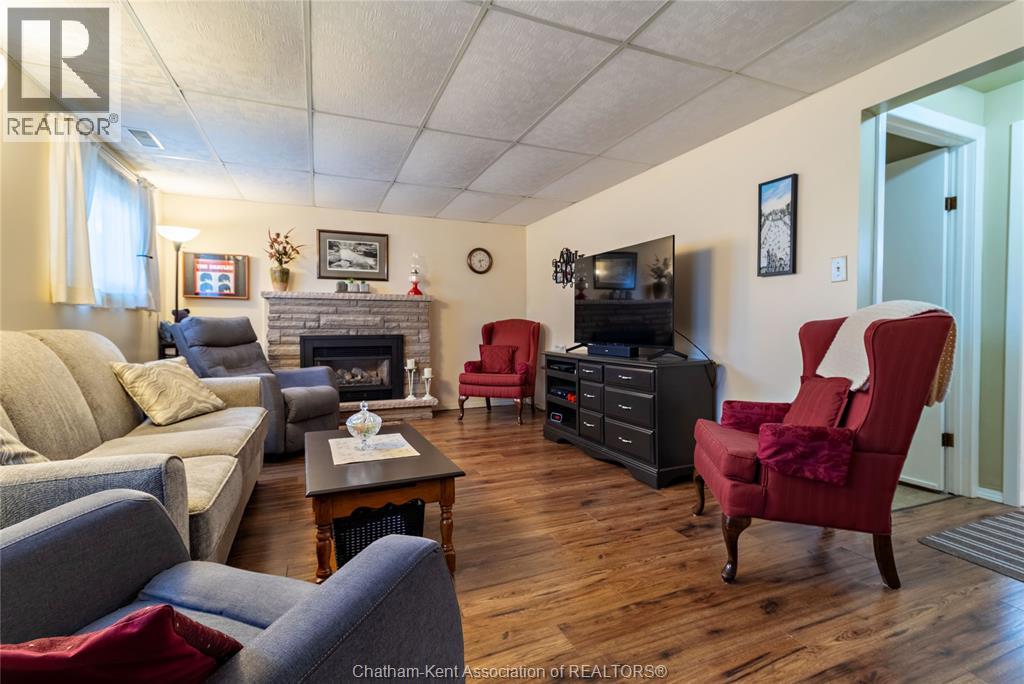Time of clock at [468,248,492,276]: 2:27
